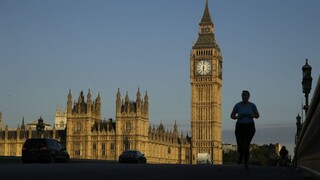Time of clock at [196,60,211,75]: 6:00
